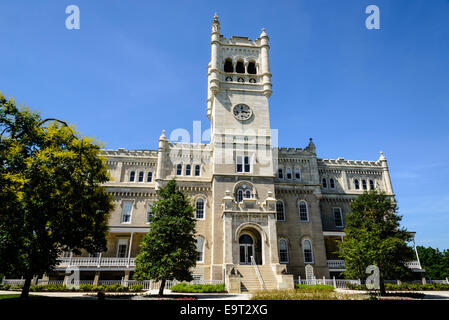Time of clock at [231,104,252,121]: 12:16
